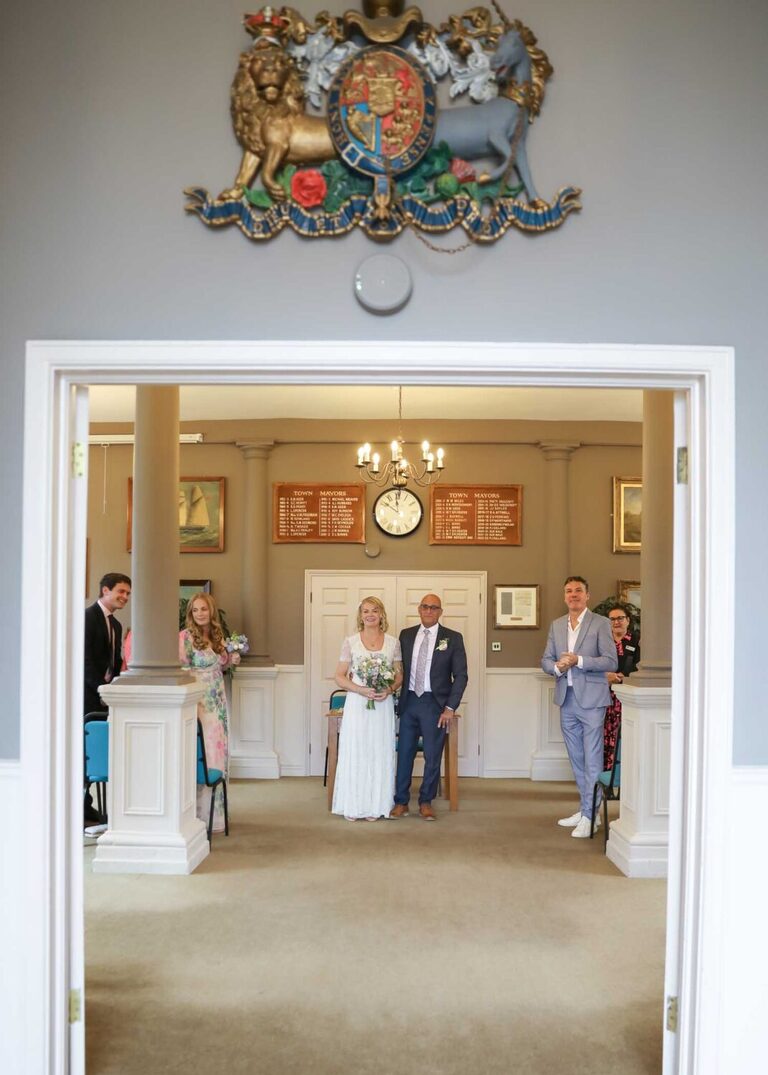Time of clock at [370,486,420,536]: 11:50
